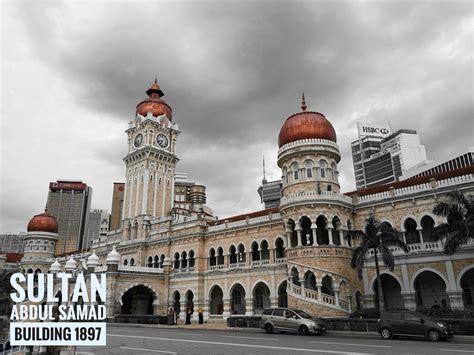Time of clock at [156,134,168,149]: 6:41
